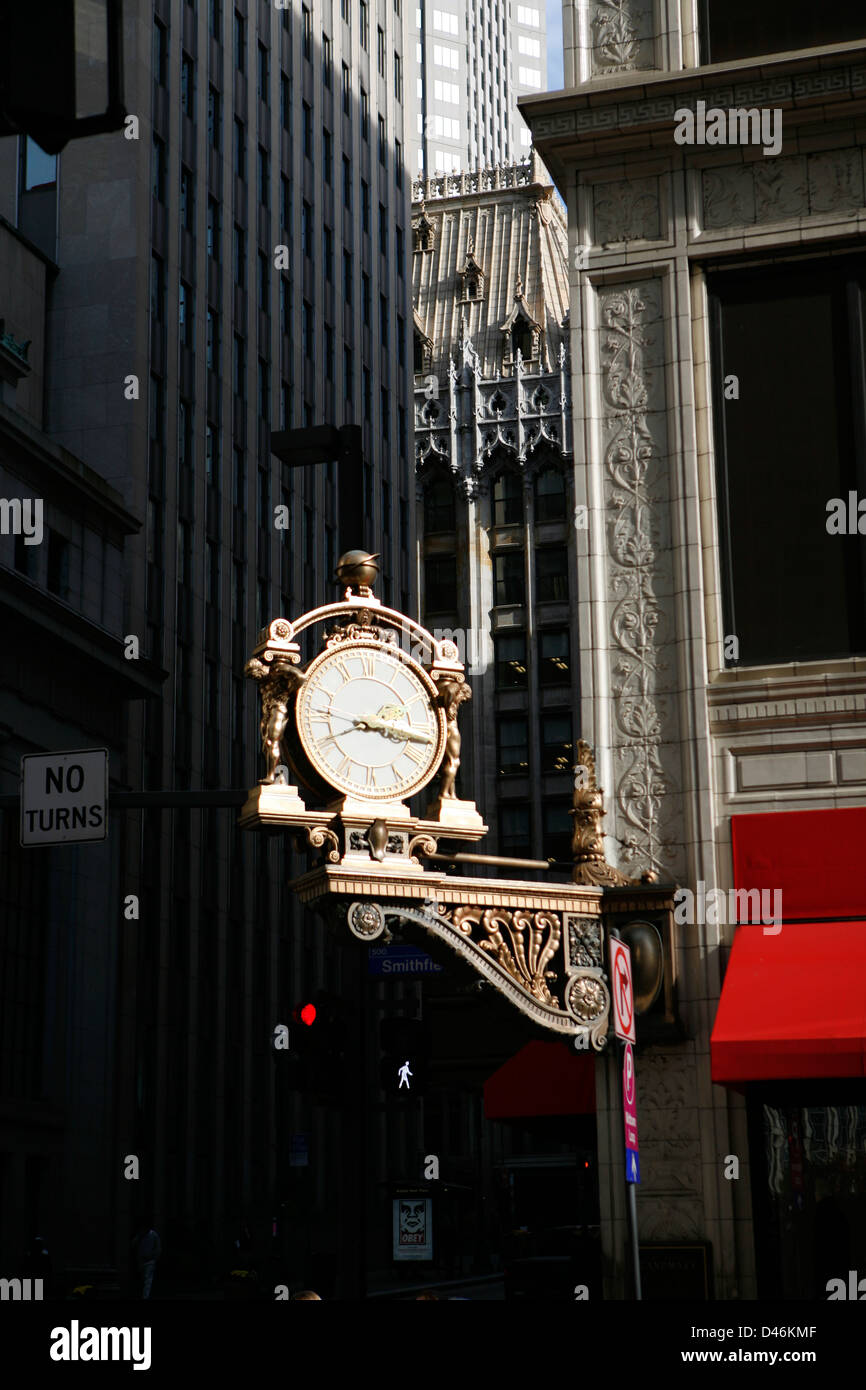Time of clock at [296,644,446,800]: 3:16
